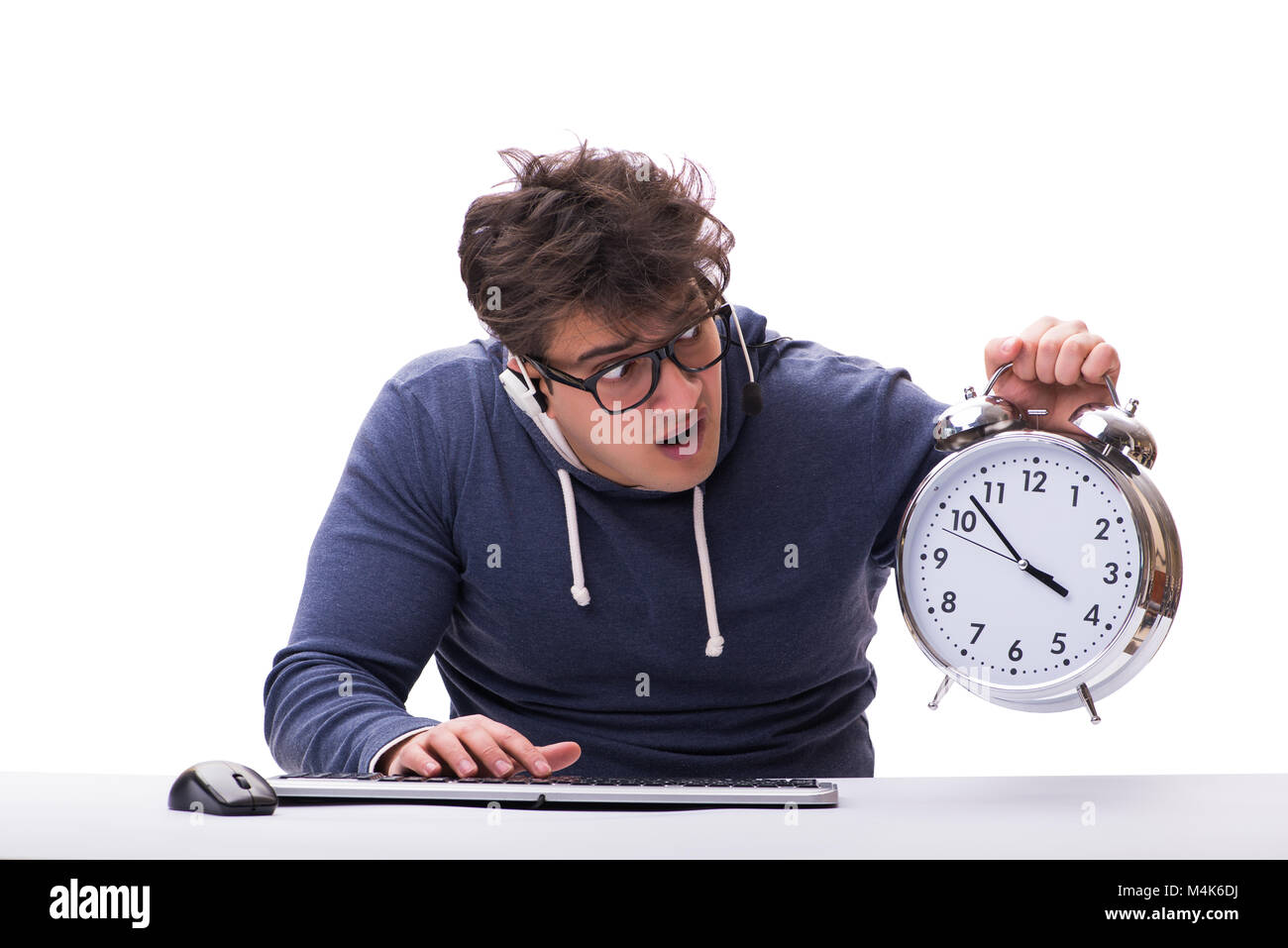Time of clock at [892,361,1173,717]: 3:52
